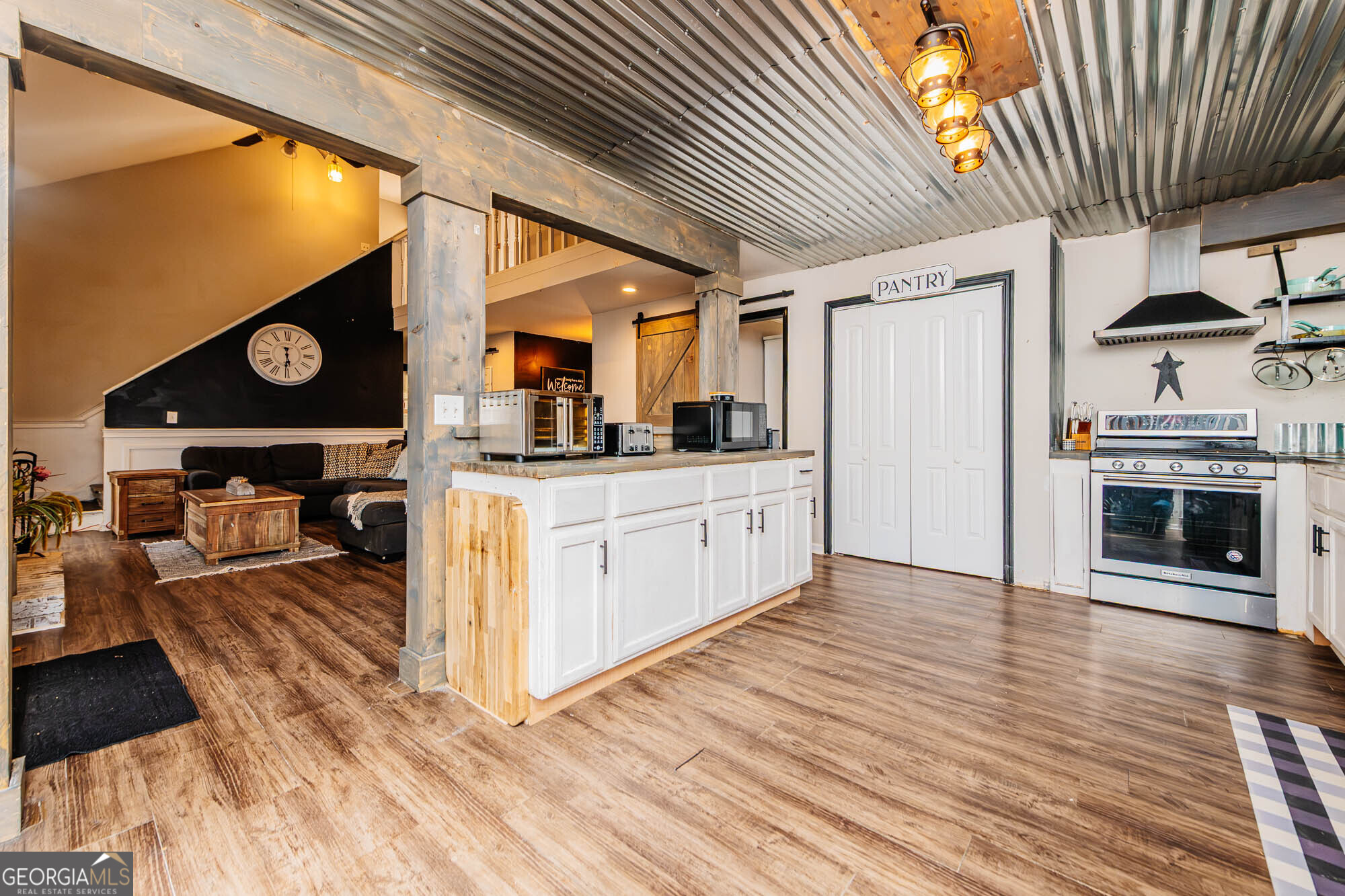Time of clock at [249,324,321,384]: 5:30
